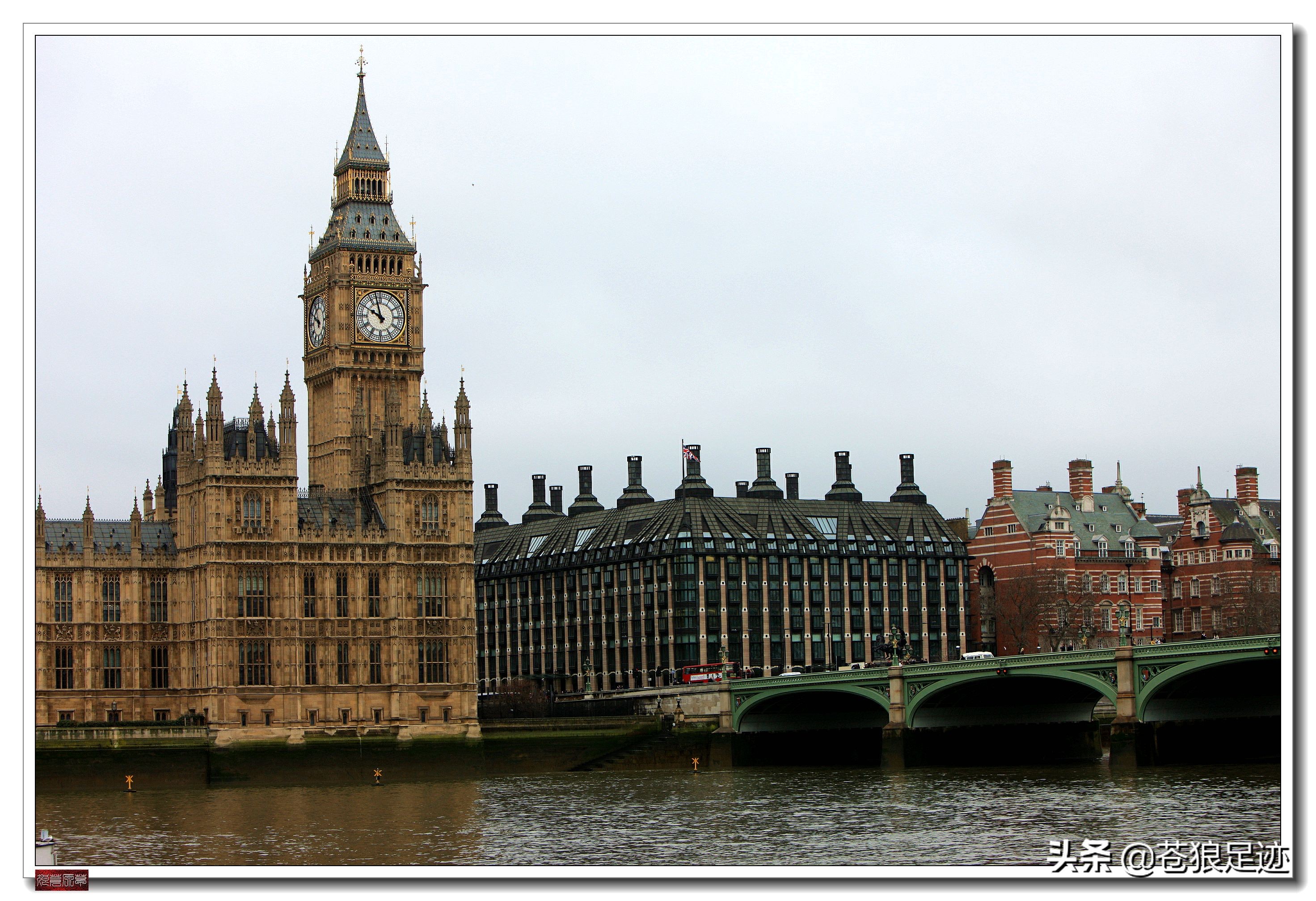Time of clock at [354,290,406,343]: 9:57
